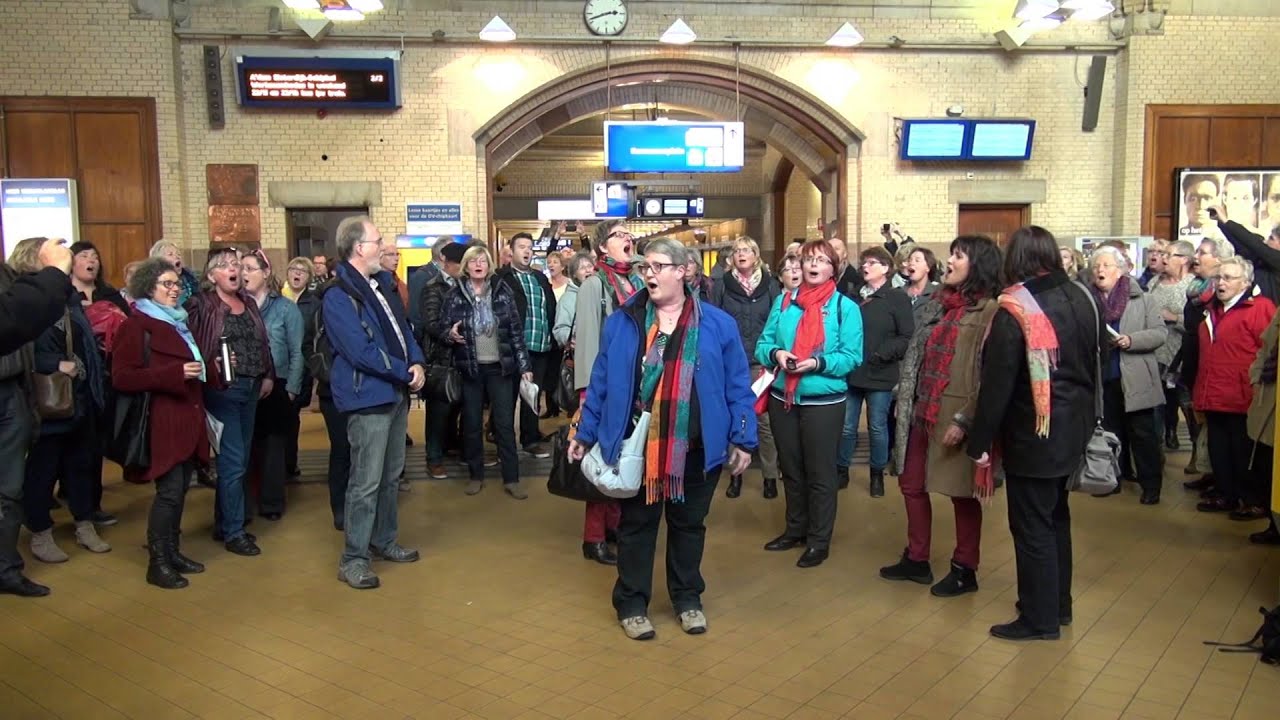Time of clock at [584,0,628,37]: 2:42
